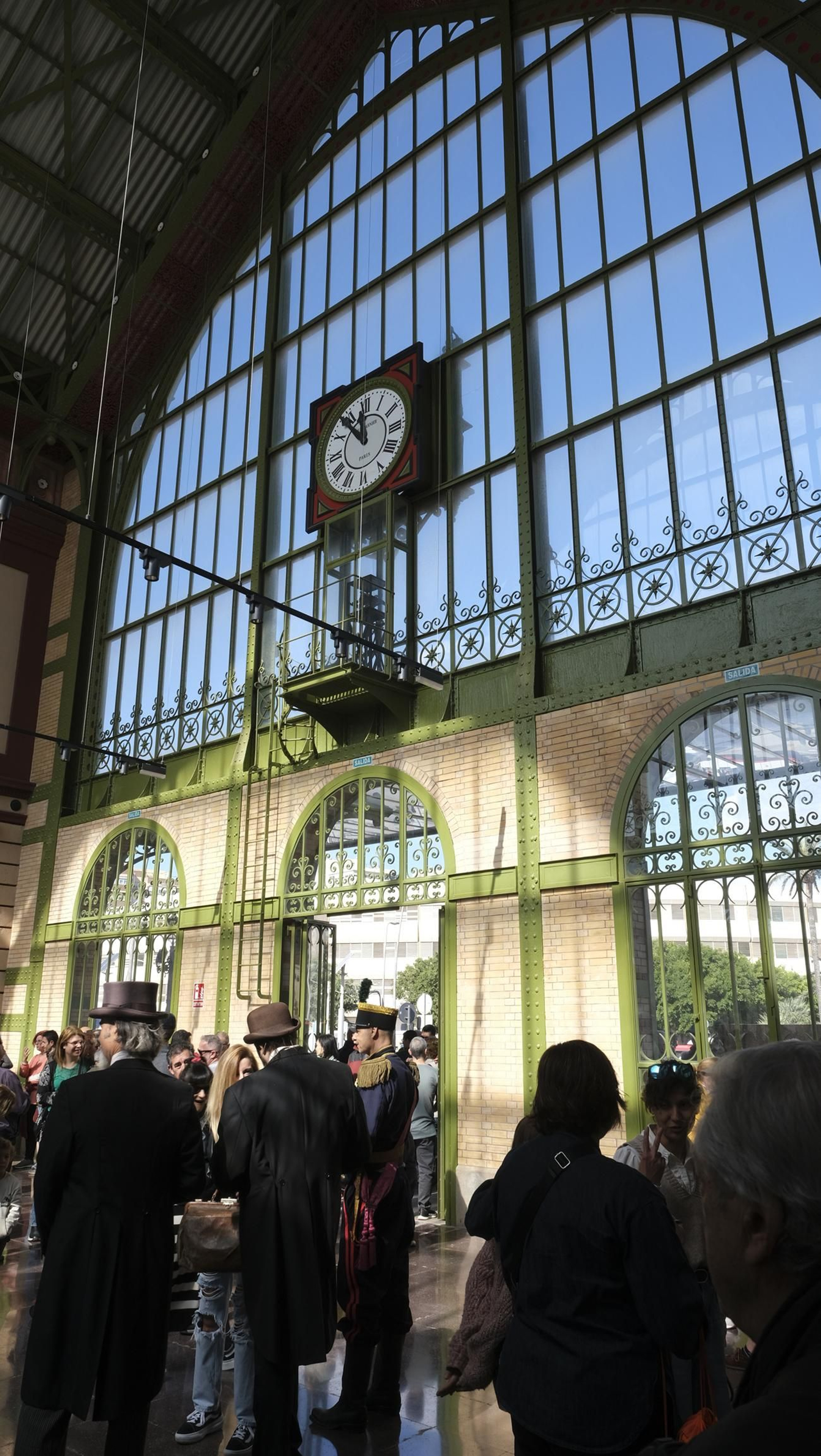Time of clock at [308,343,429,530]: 11:53
